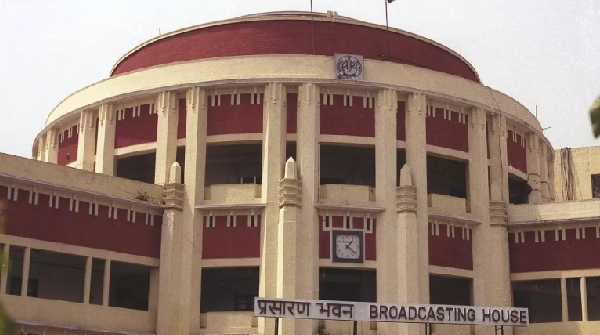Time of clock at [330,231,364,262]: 1:21
